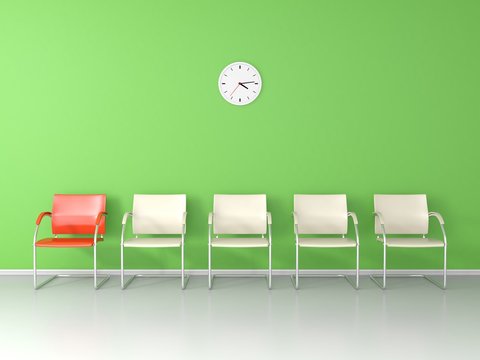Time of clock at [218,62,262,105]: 4:13
